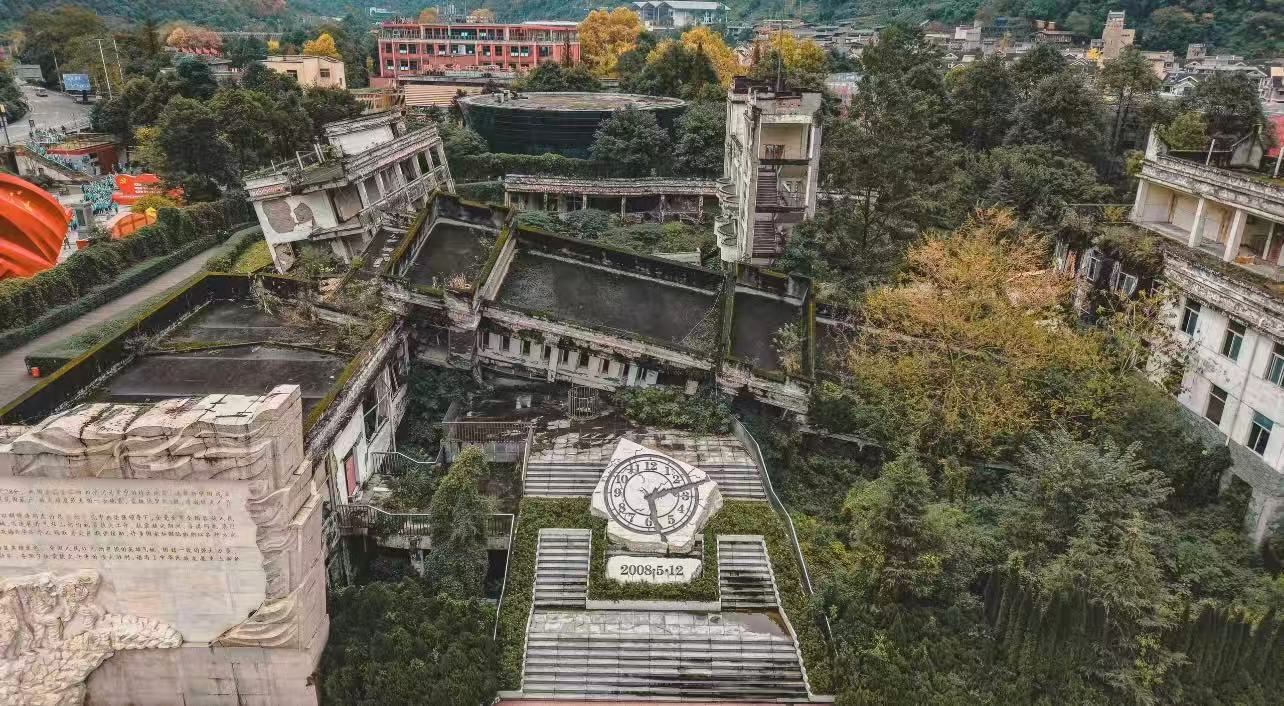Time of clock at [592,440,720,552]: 2:28
